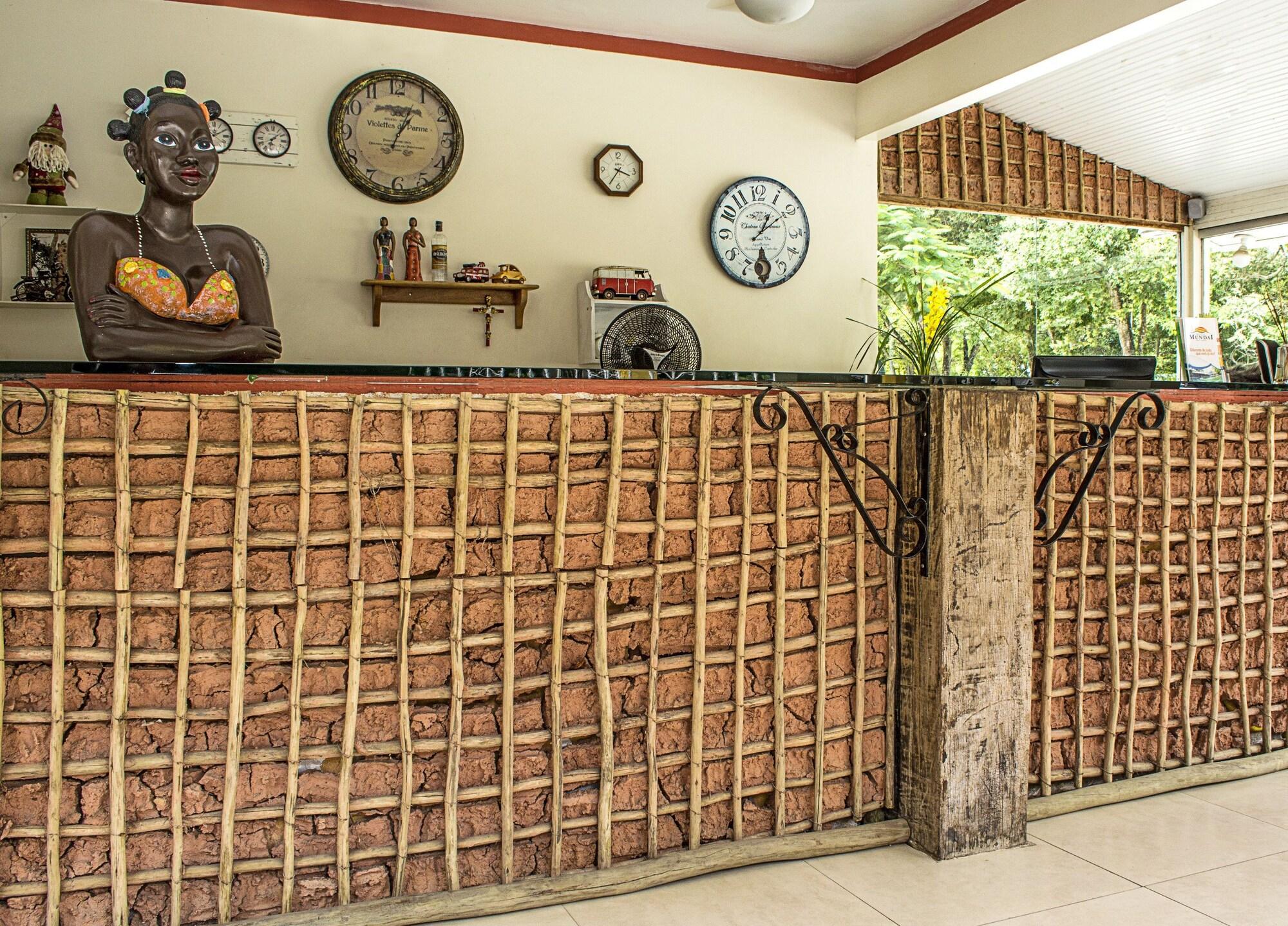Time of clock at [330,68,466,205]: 1:03
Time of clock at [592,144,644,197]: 3:35
